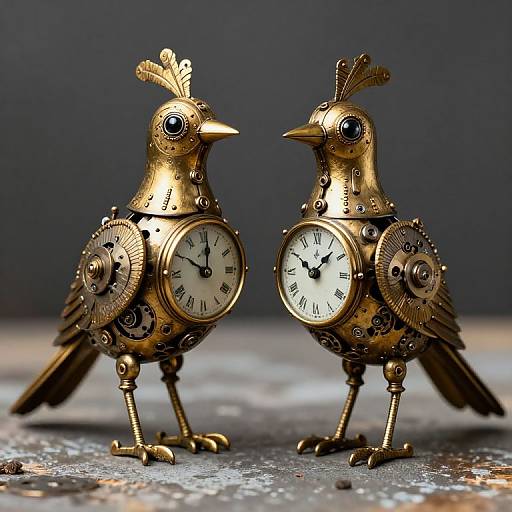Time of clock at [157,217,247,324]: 10:00
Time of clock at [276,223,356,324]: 10:07
